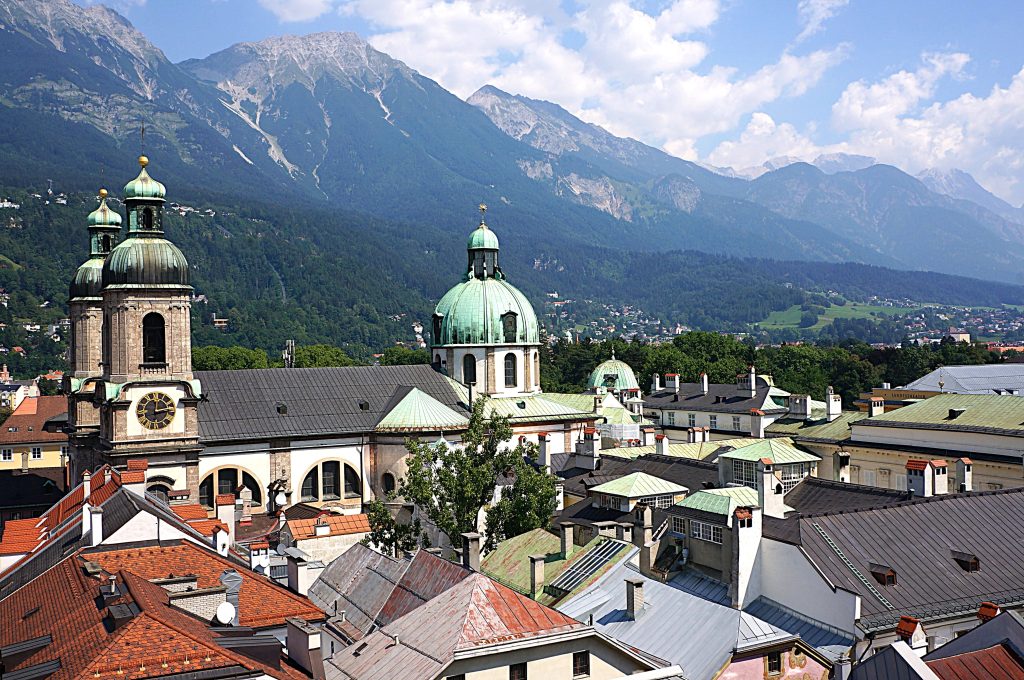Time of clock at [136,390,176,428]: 12:13
